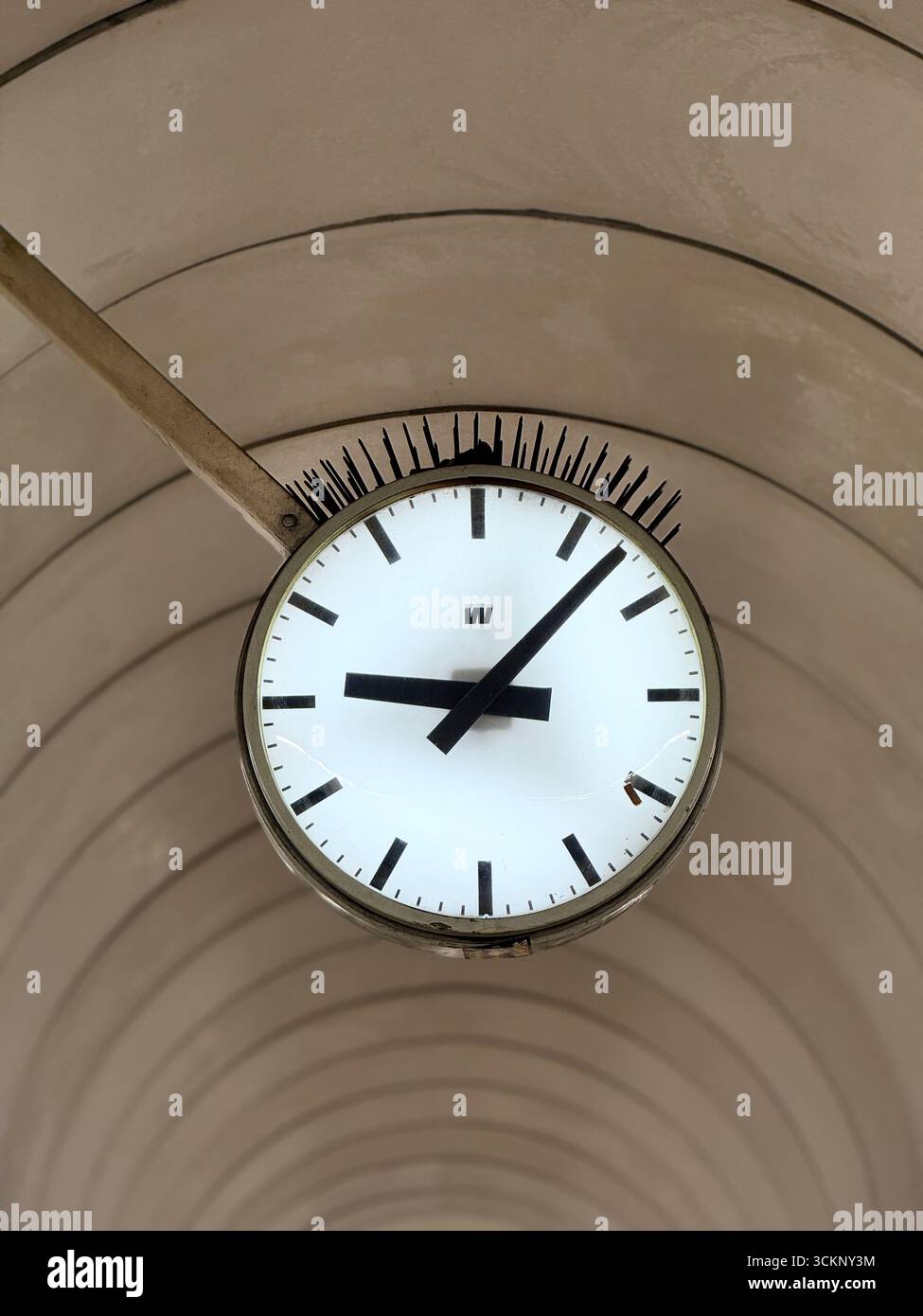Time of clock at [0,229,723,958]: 9:07
